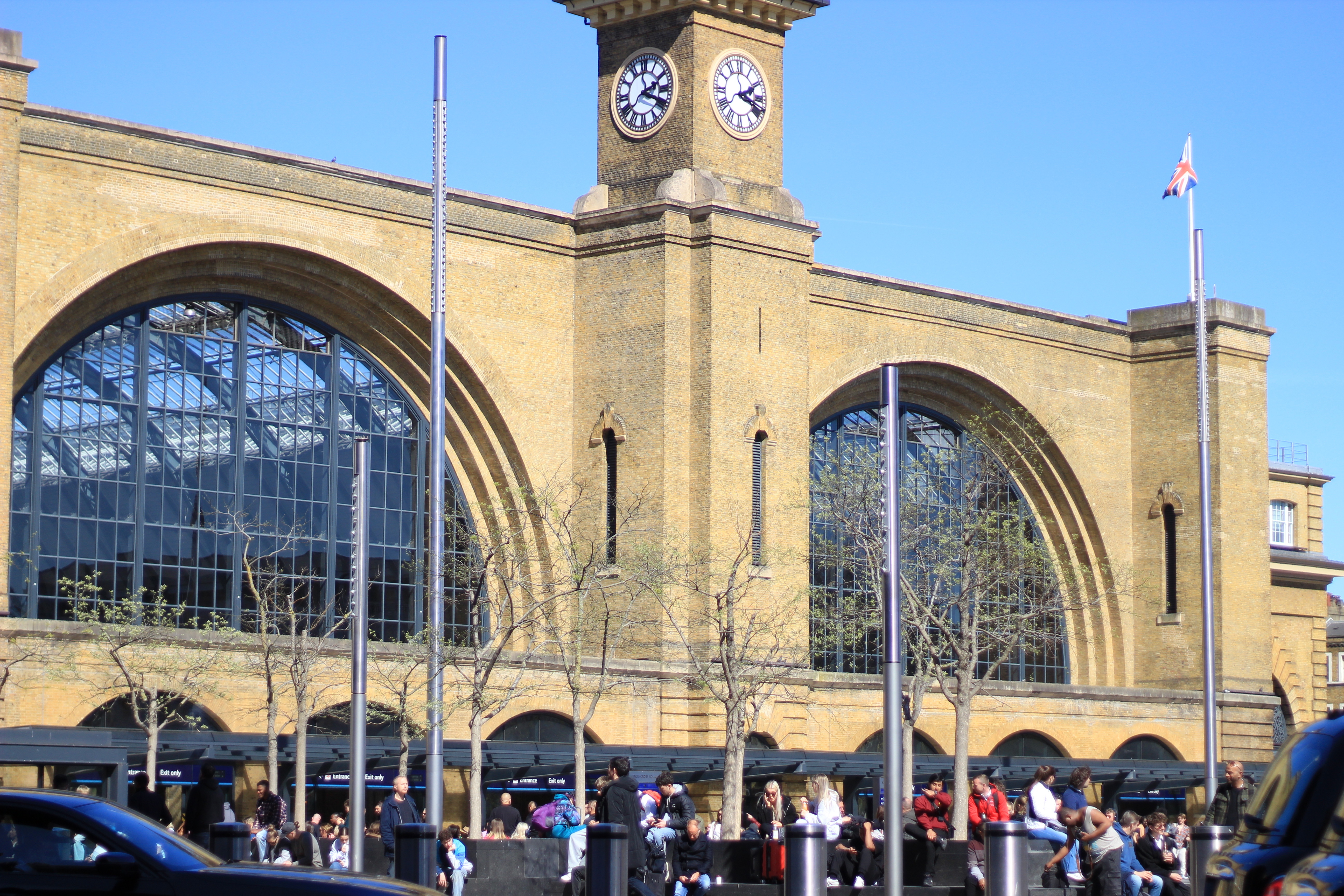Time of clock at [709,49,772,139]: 2:18
